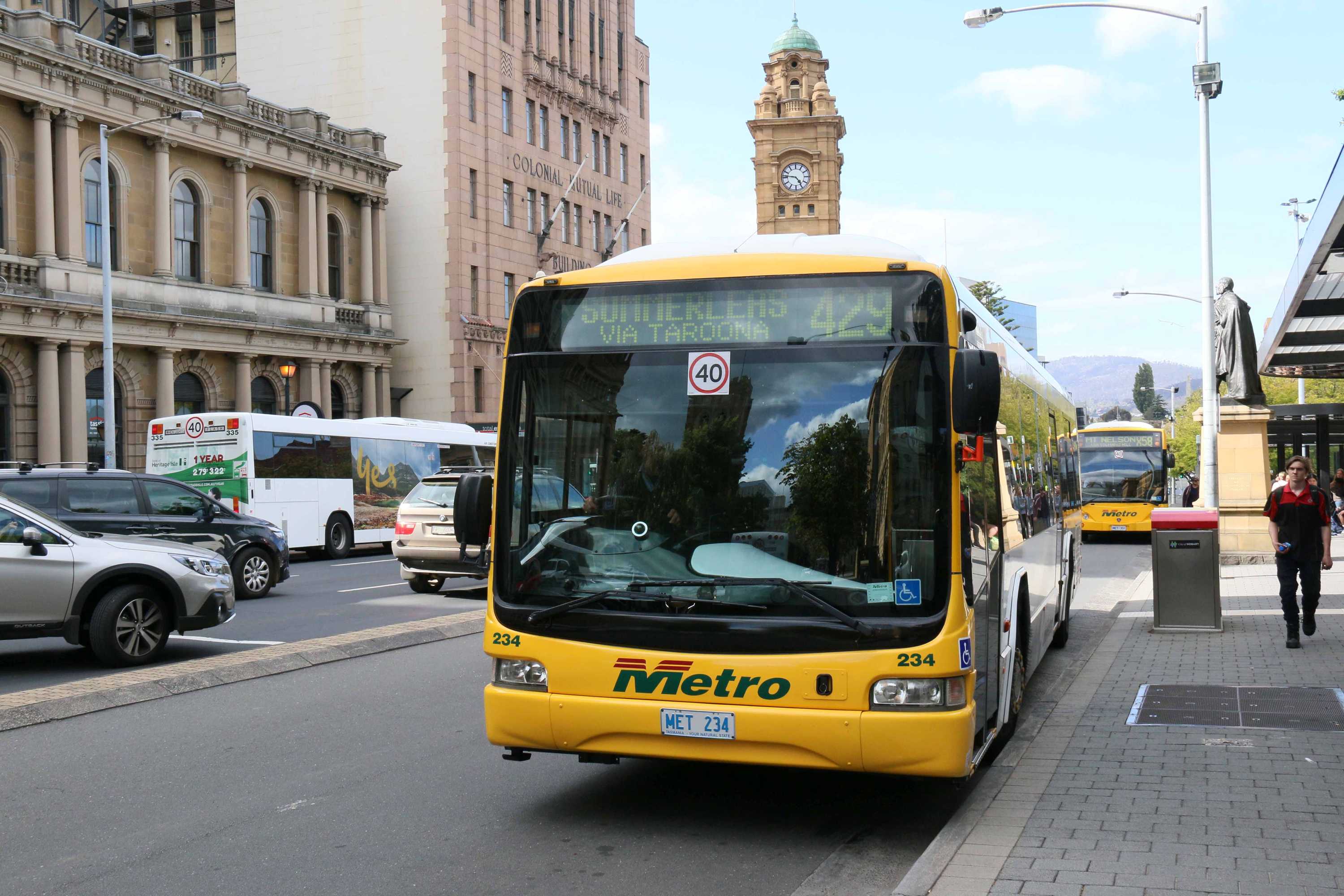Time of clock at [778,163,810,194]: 4:46
